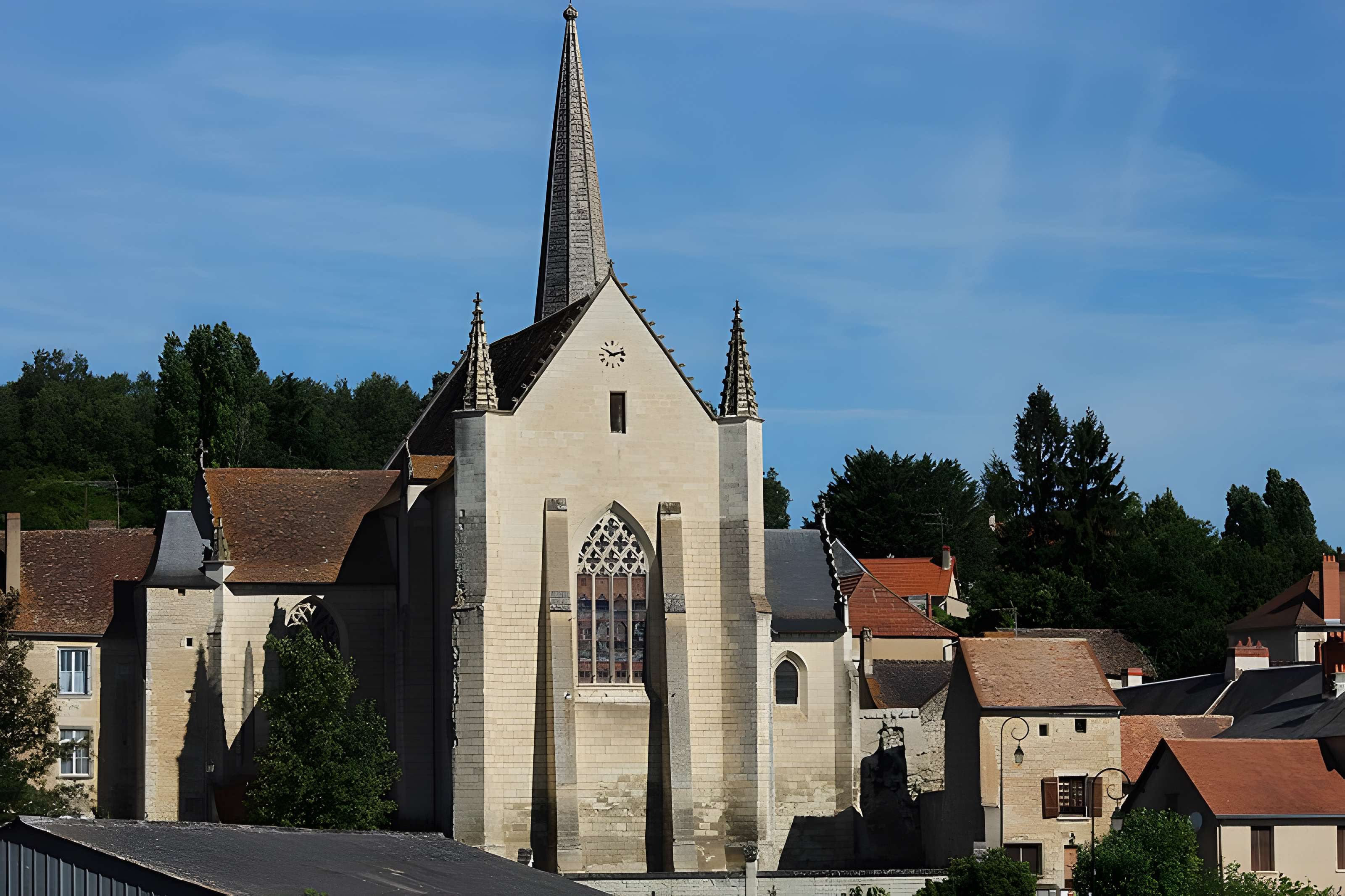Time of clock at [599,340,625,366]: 10:12
